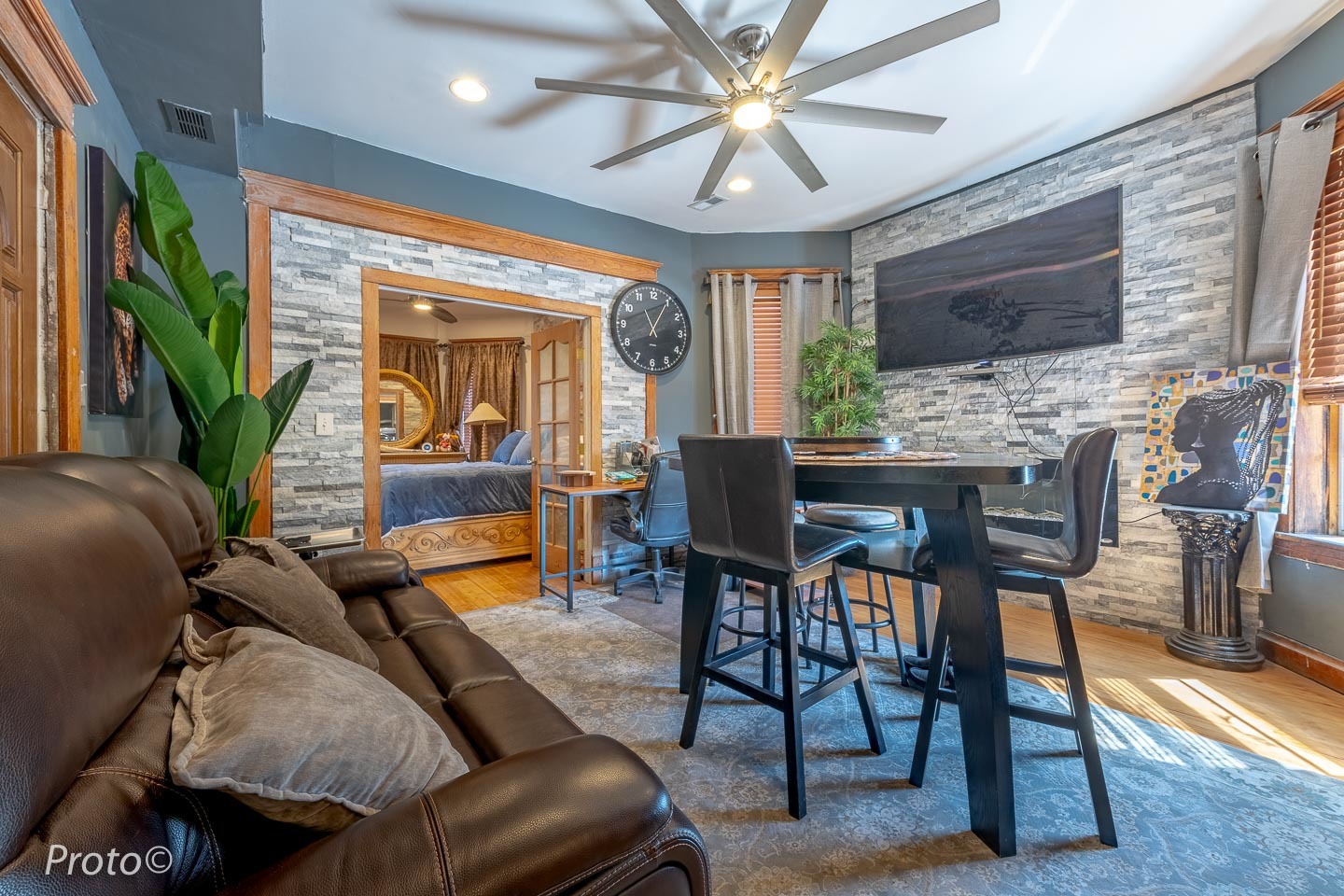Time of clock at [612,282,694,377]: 11:04
